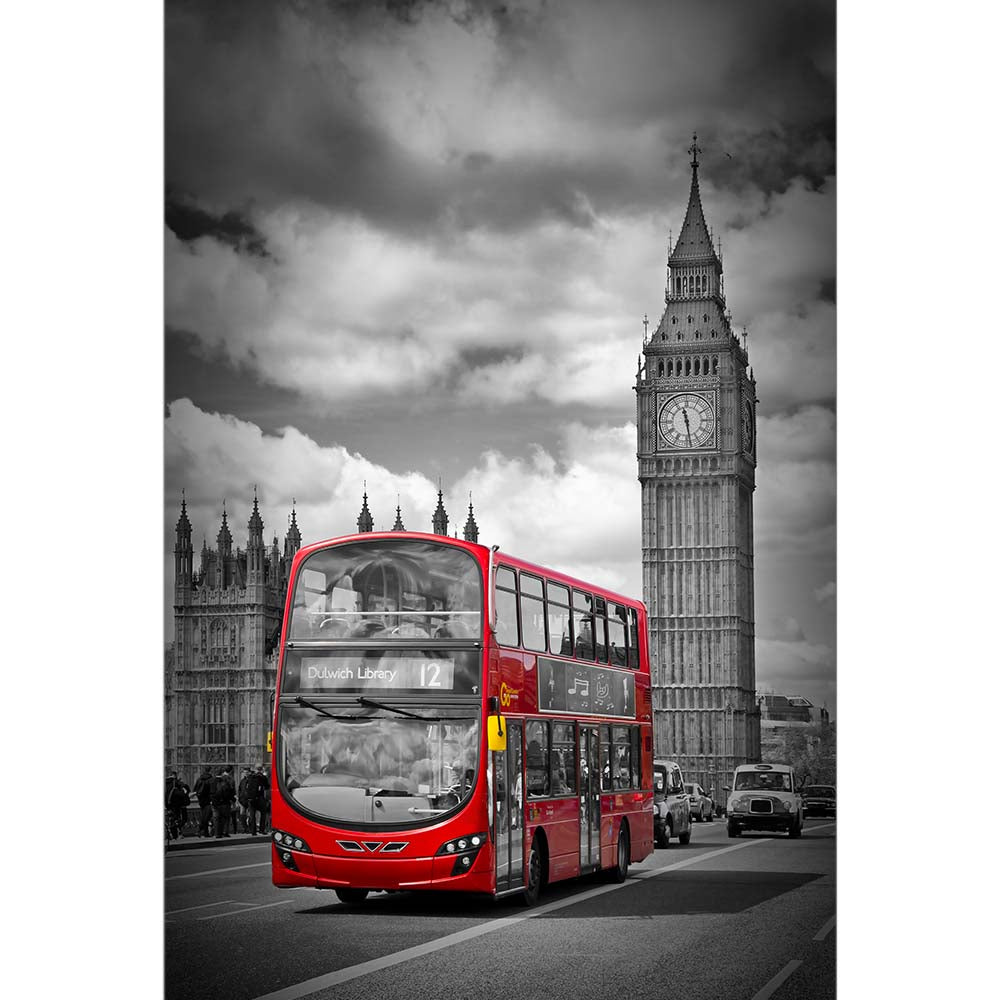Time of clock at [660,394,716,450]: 11:28
